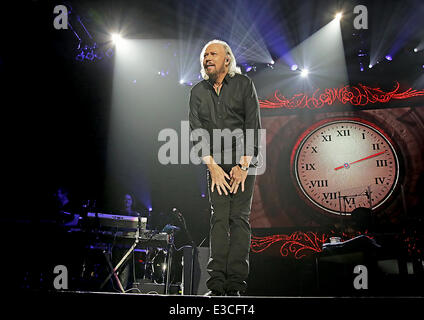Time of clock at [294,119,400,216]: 8:12
